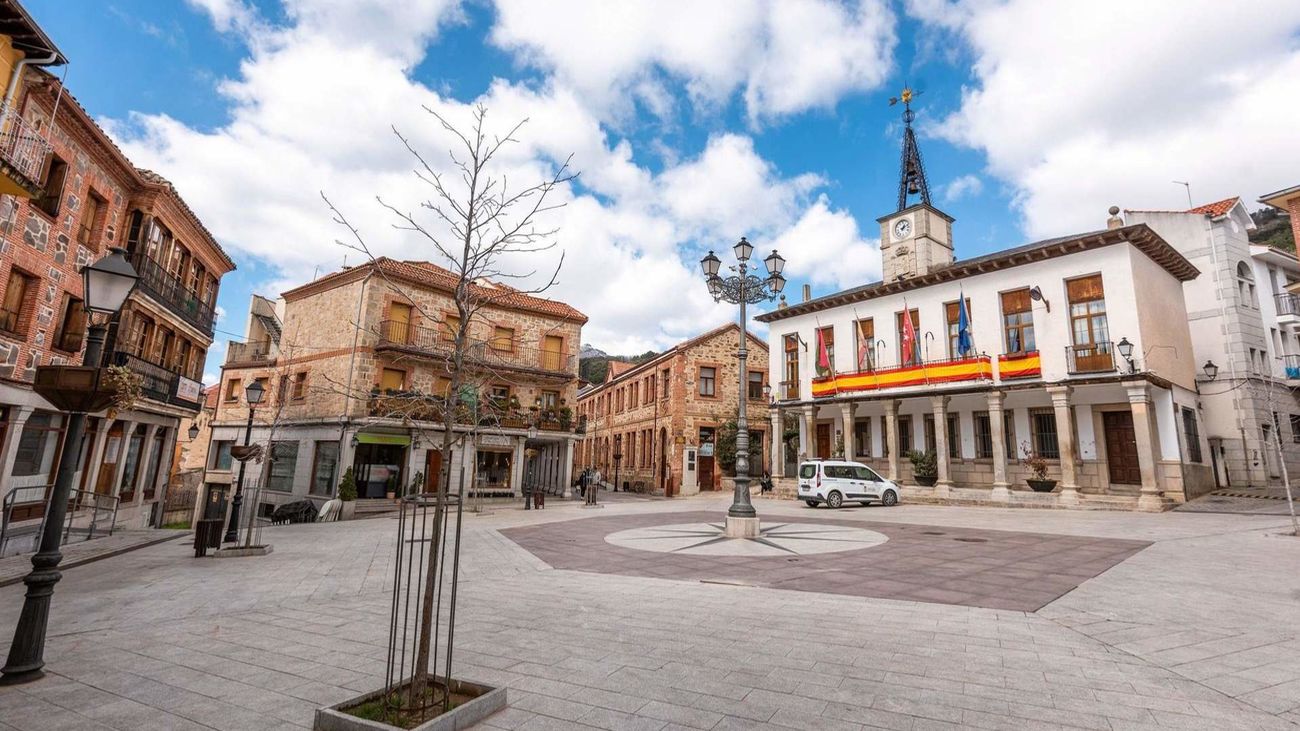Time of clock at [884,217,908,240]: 1:11
